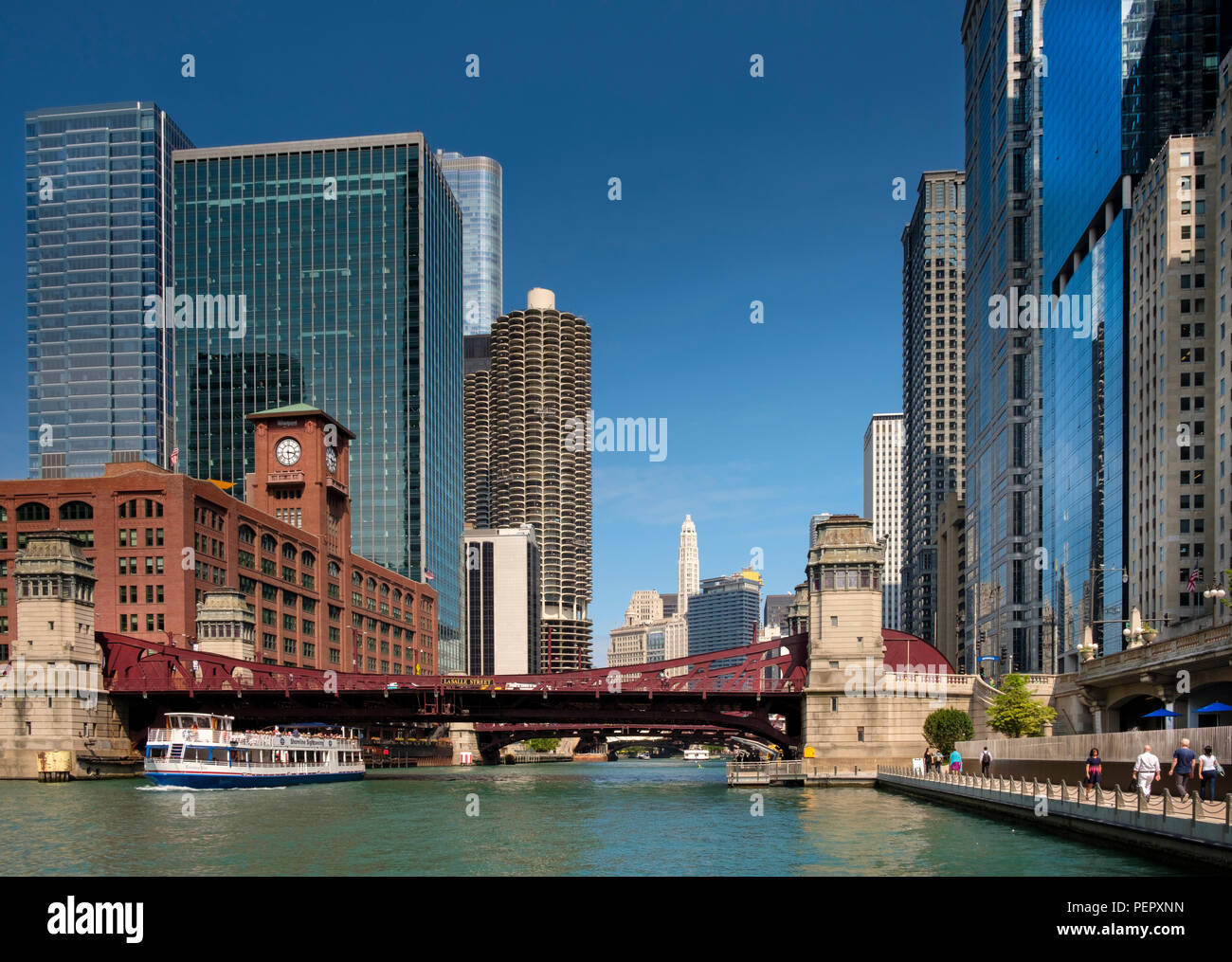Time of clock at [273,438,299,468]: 3:29
